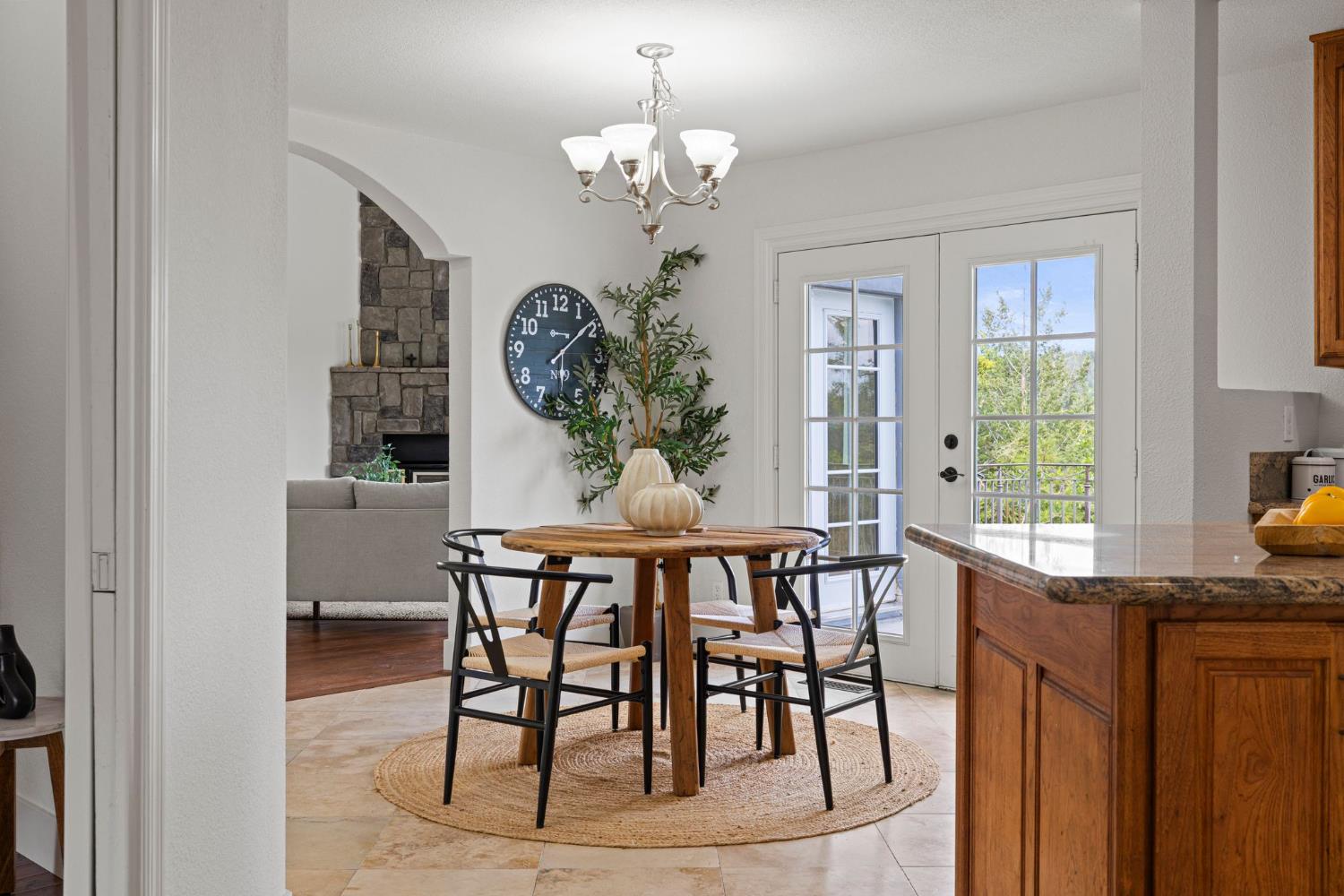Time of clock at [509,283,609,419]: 6:08
